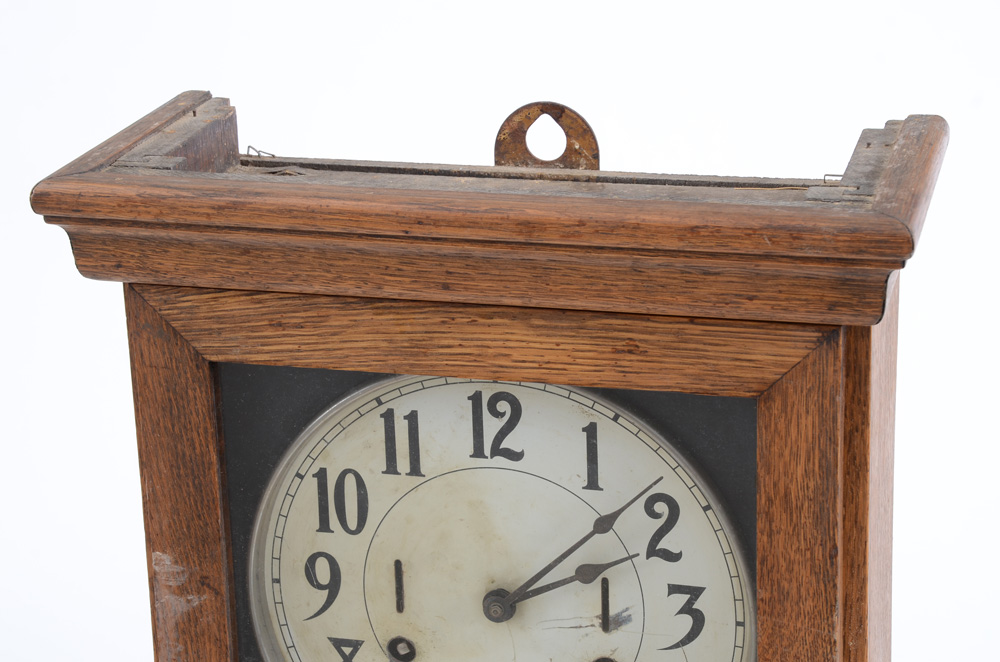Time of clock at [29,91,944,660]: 2:07
